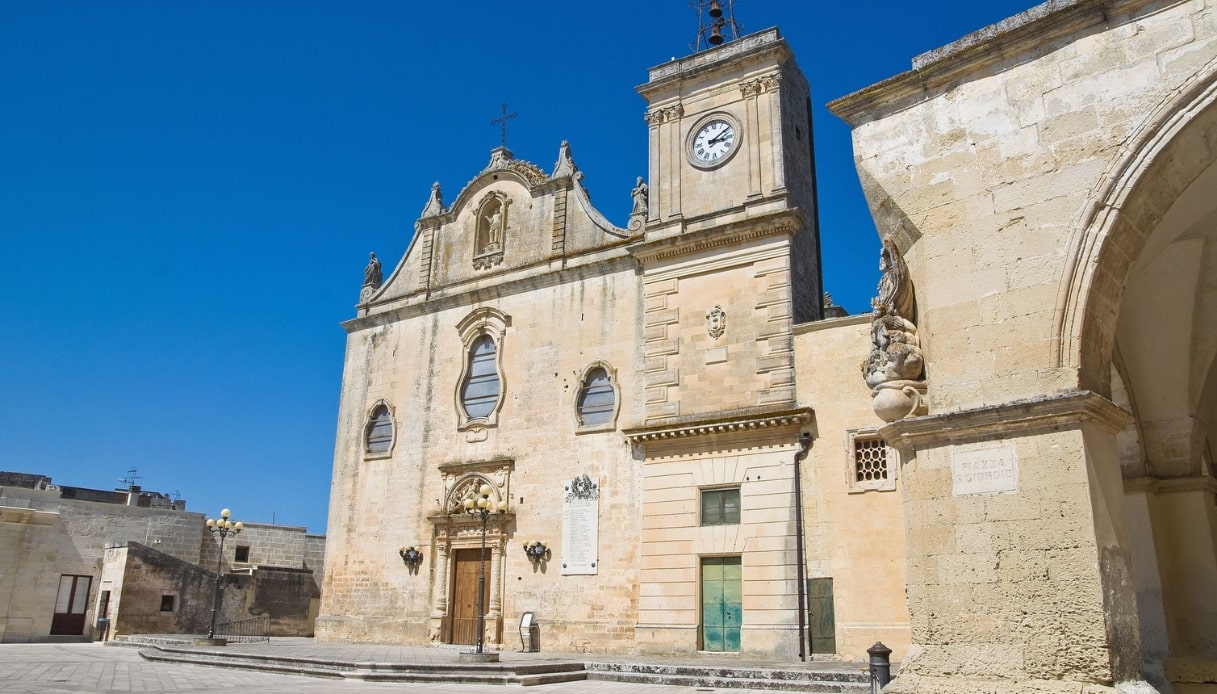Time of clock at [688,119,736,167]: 3:09
